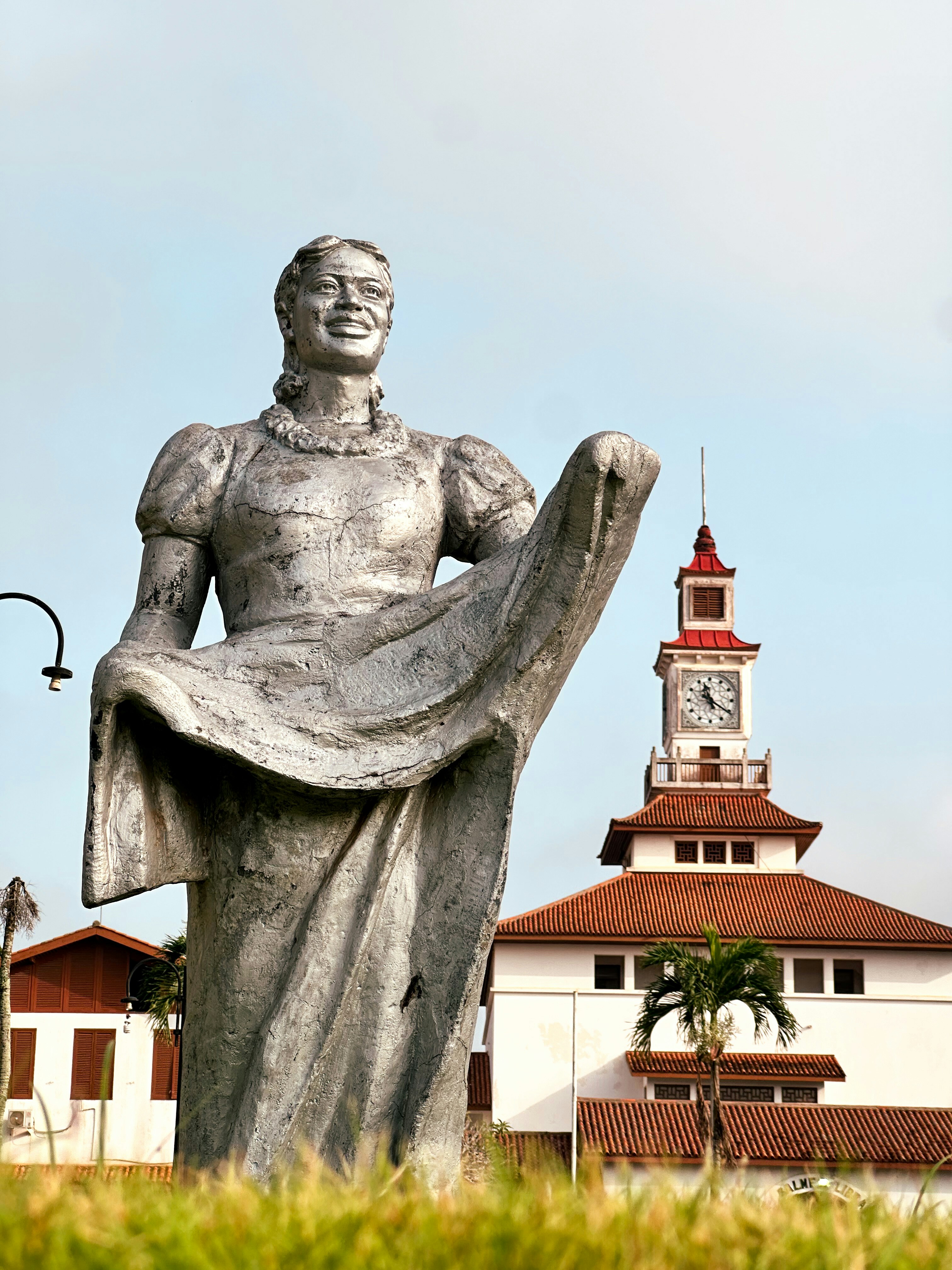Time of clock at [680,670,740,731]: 11:20
